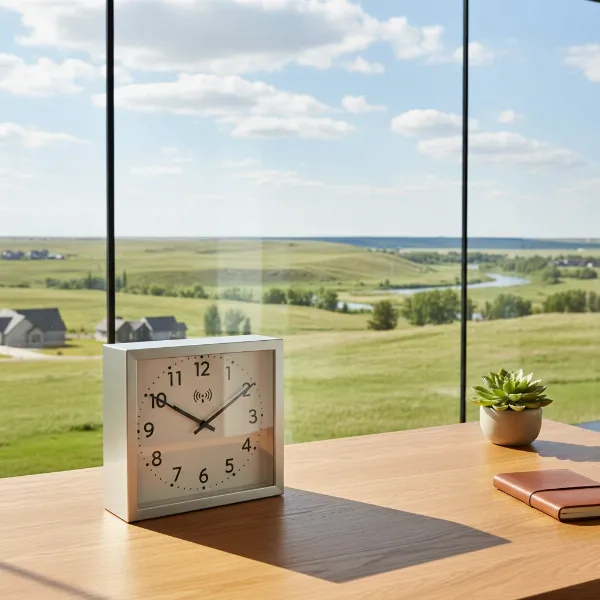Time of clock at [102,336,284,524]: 10:09
